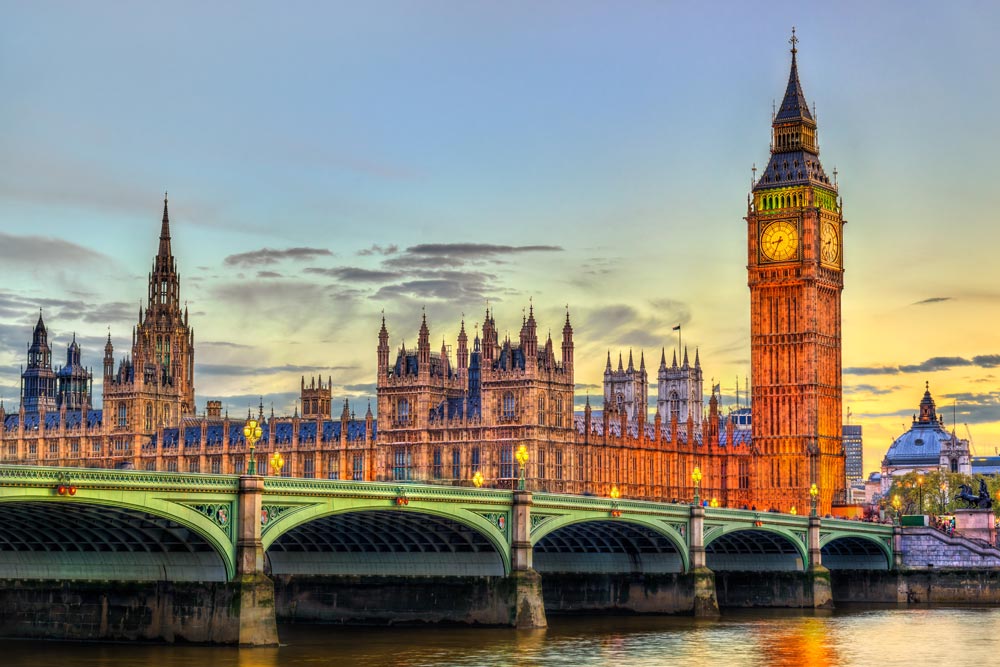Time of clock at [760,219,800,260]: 8:34
